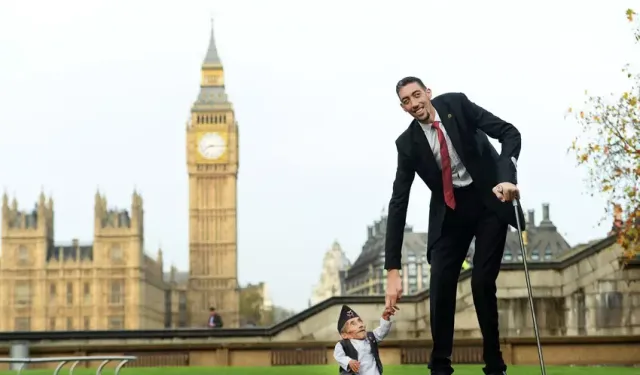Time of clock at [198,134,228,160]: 8:14
